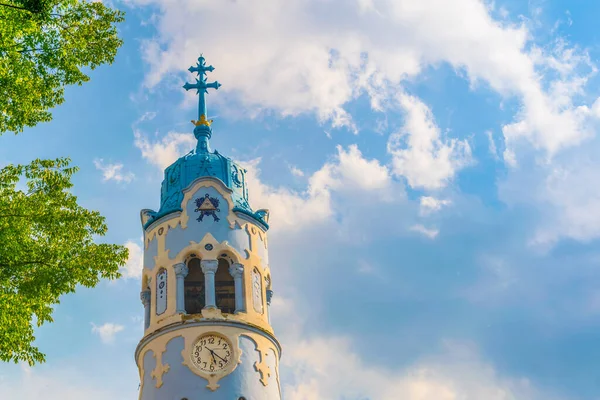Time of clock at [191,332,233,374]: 5:21
